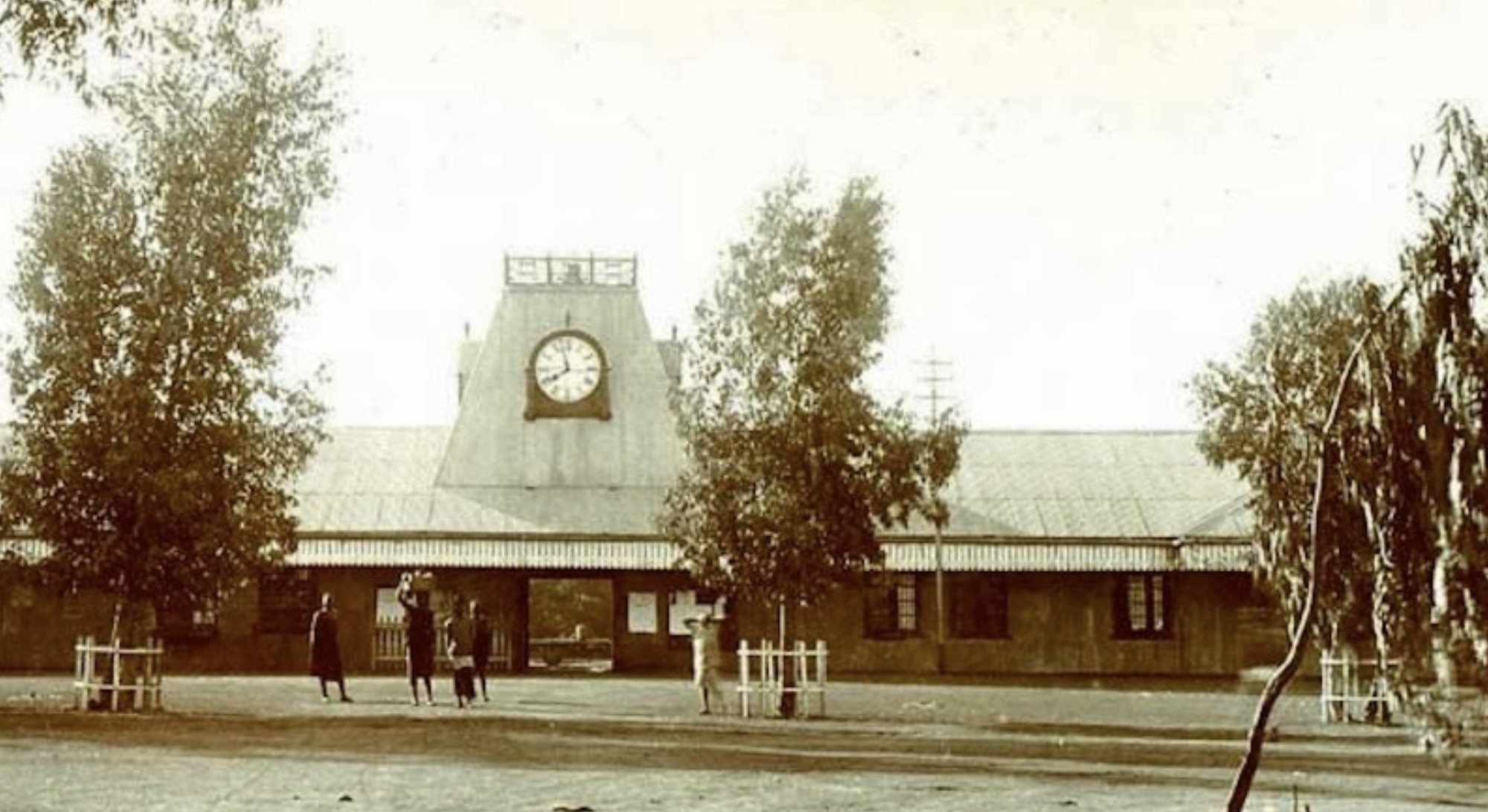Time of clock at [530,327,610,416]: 7:57
